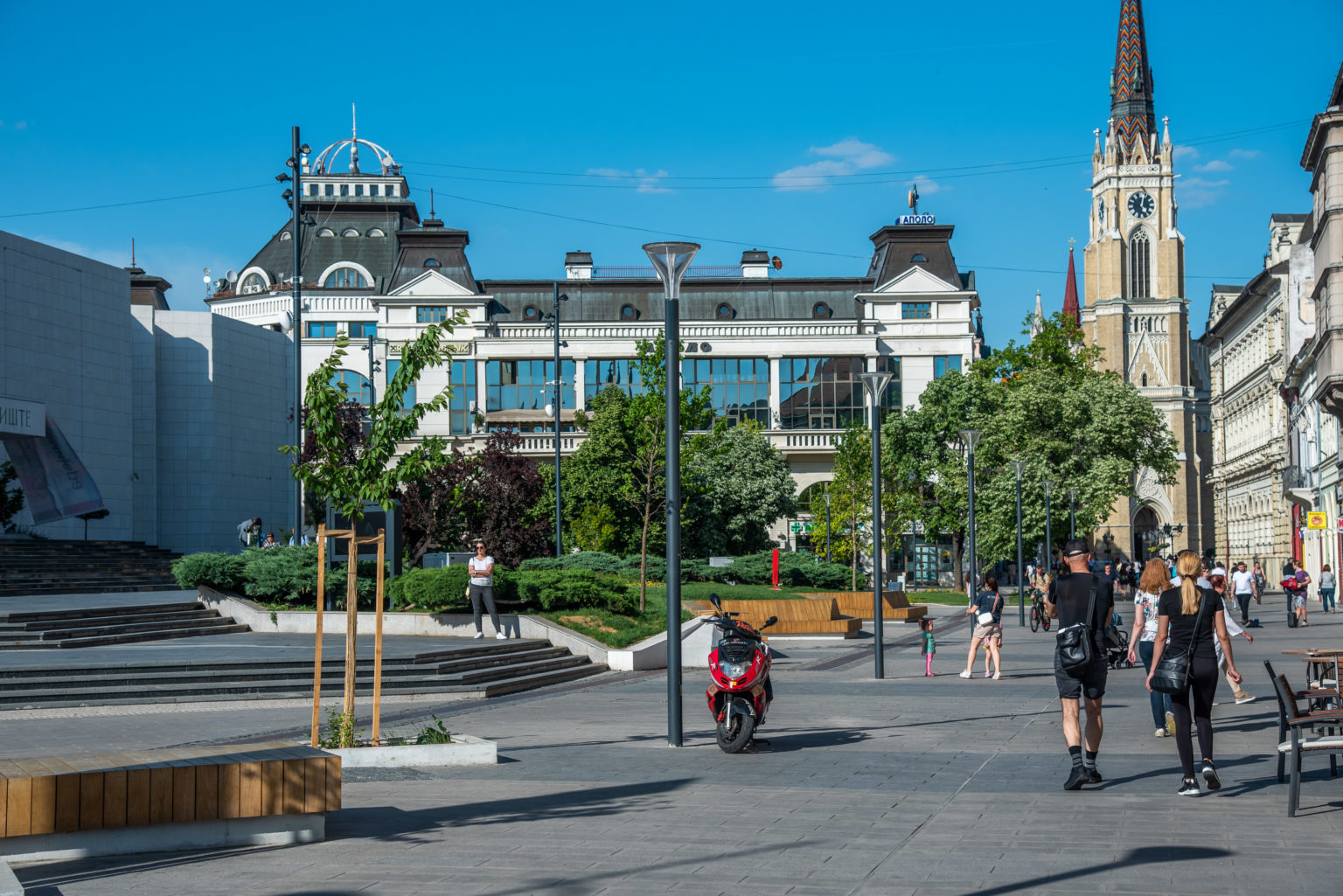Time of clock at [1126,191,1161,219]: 5:02
